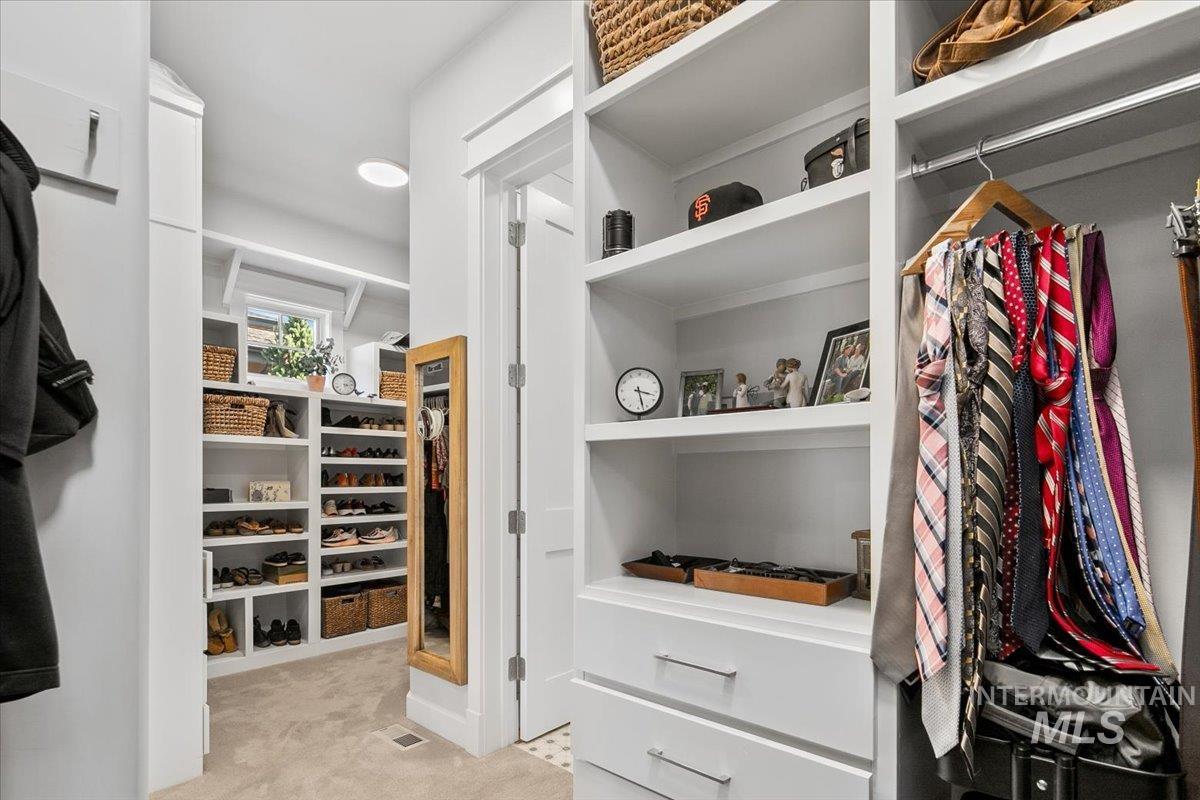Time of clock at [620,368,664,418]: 3:27
